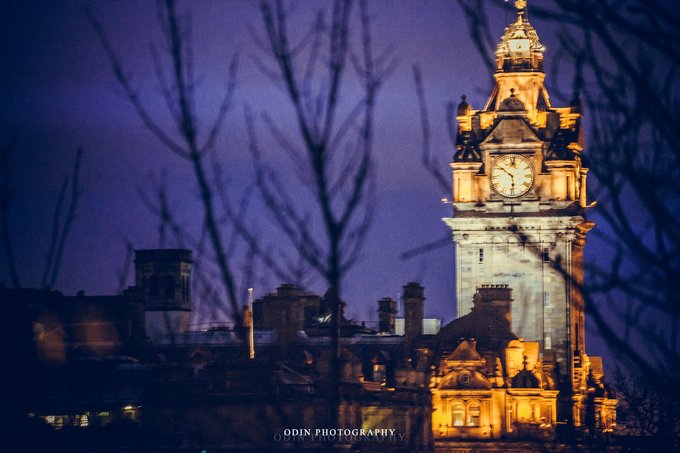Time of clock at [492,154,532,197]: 5:50
